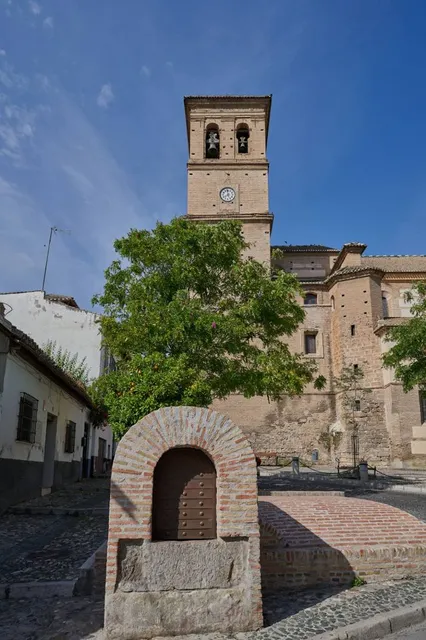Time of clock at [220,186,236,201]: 7:58
